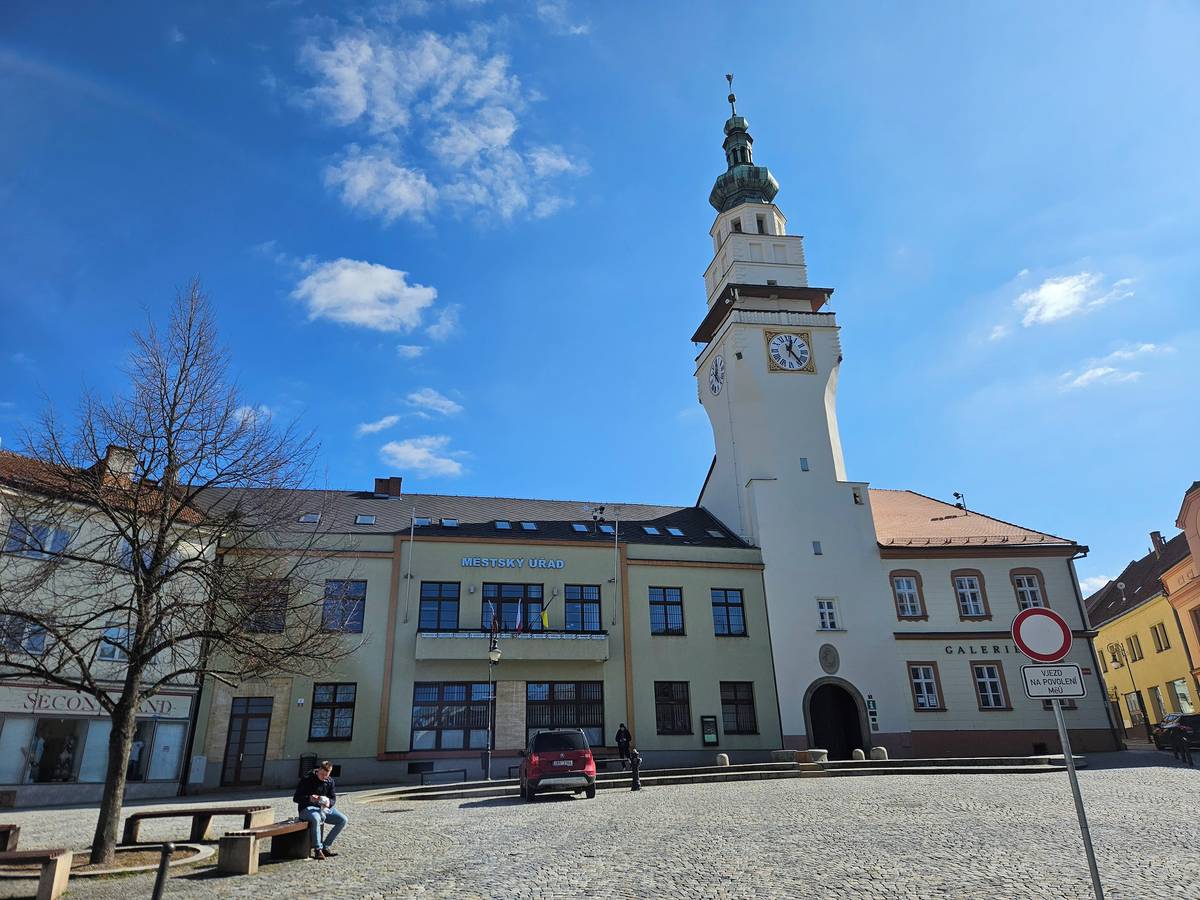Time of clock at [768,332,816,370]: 12:23
